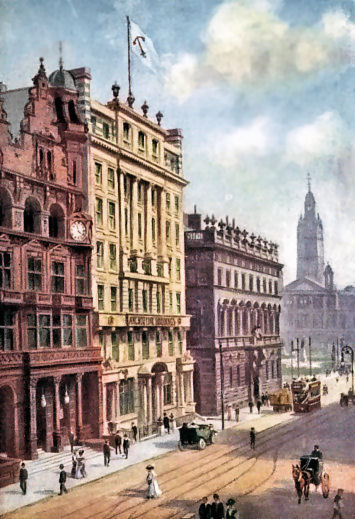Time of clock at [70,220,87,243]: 11:21
